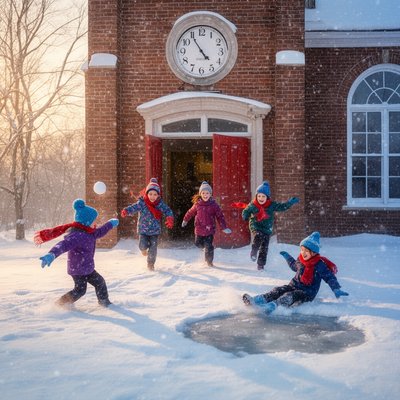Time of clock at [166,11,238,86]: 4:54
